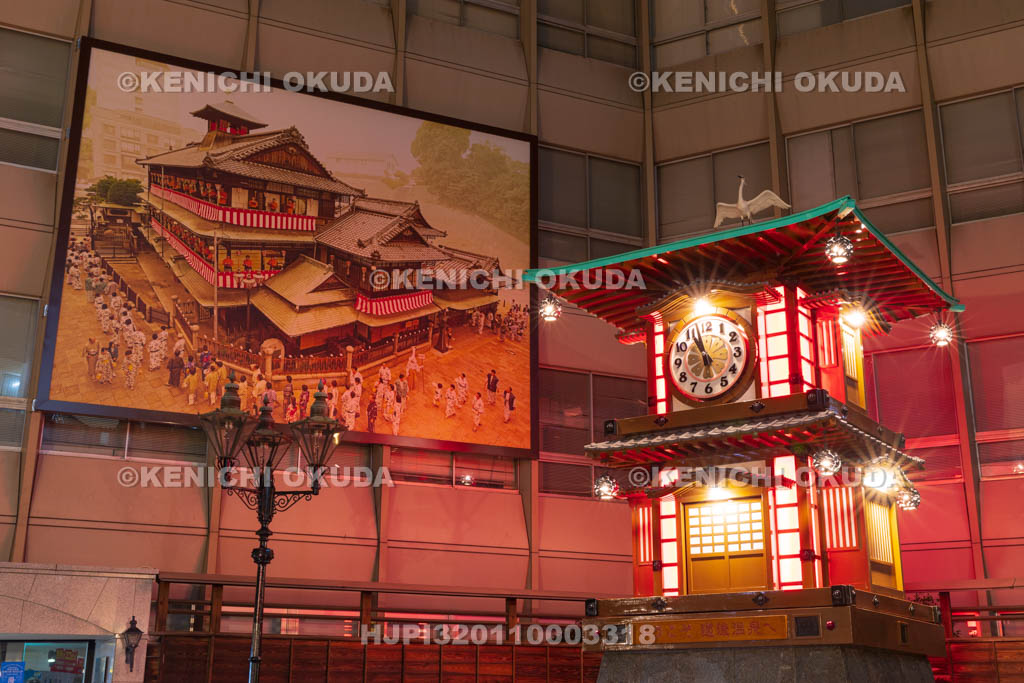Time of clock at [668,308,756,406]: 10:57
